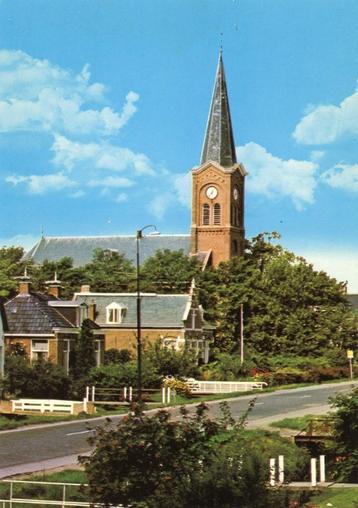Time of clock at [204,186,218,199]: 12:37
